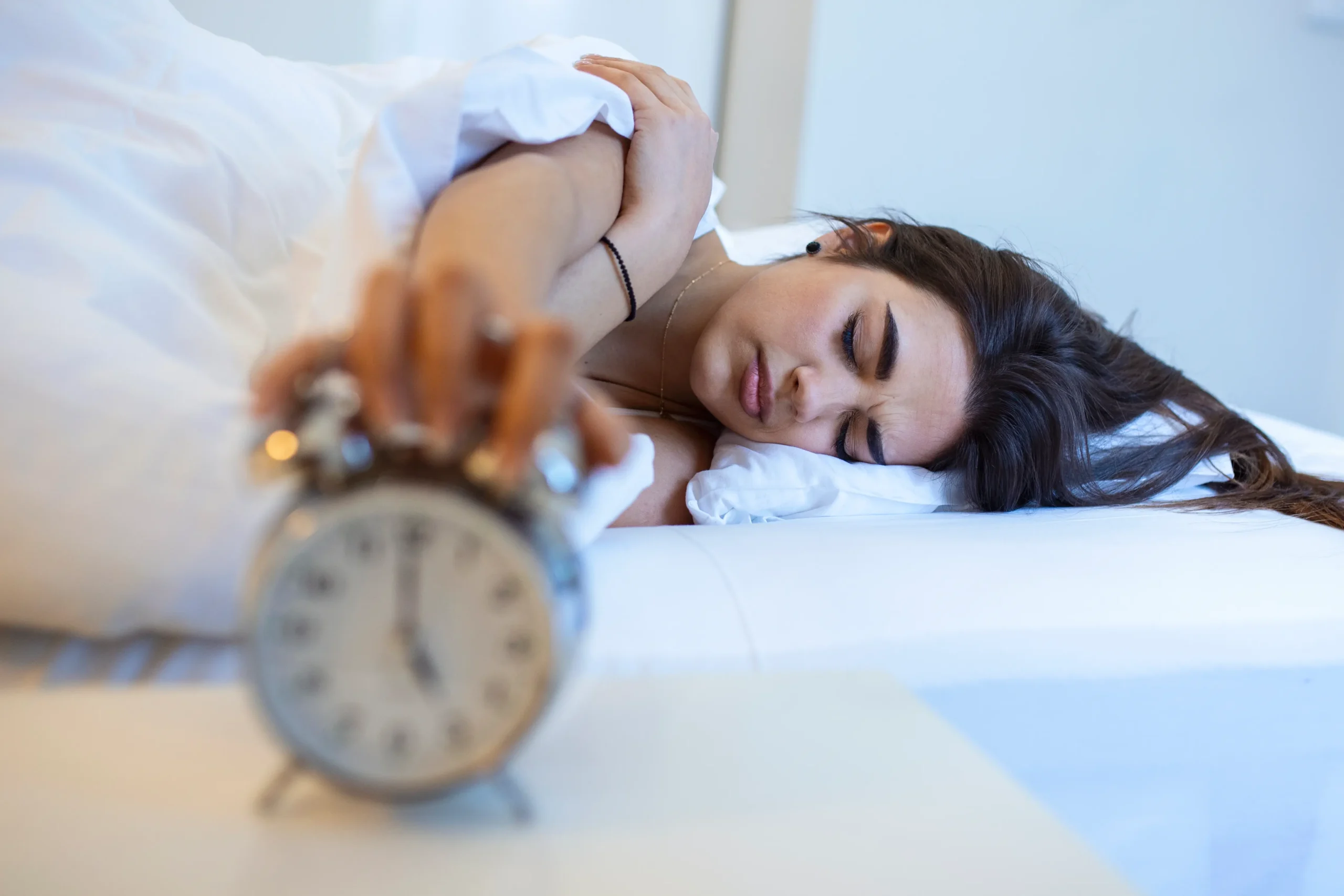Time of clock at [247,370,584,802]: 4:59
